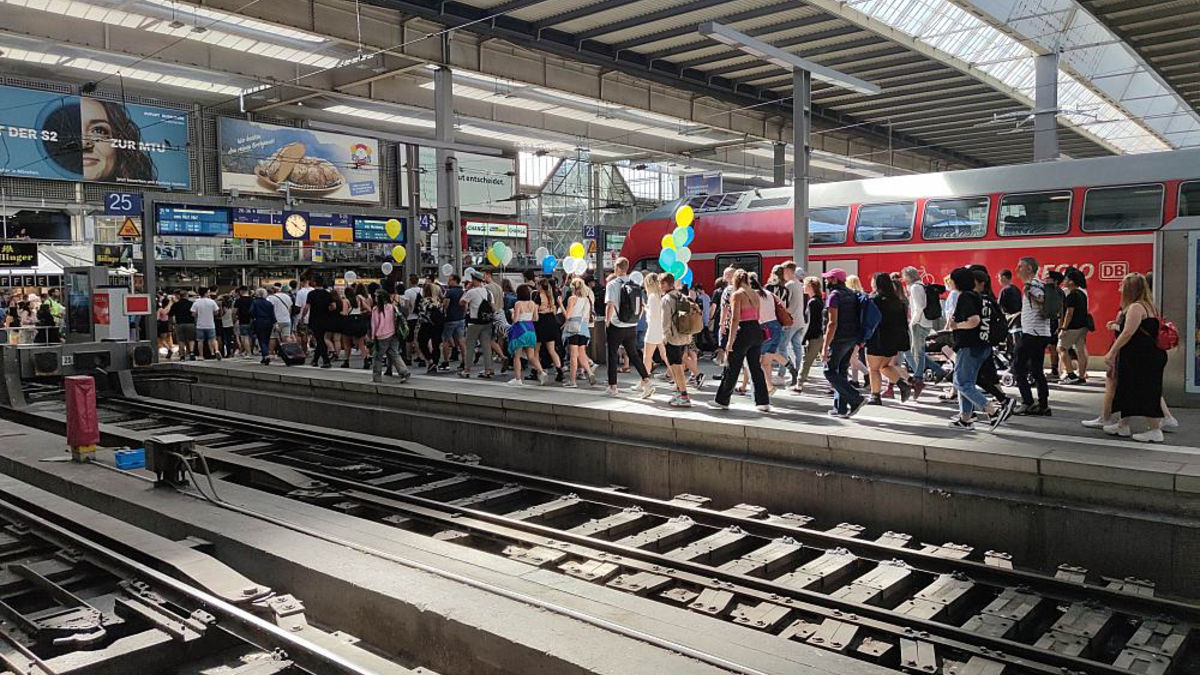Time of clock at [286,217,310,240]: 10:21
